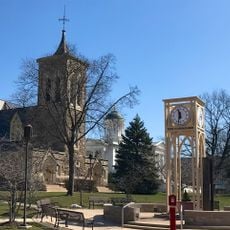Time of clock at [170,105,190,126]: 11:32
